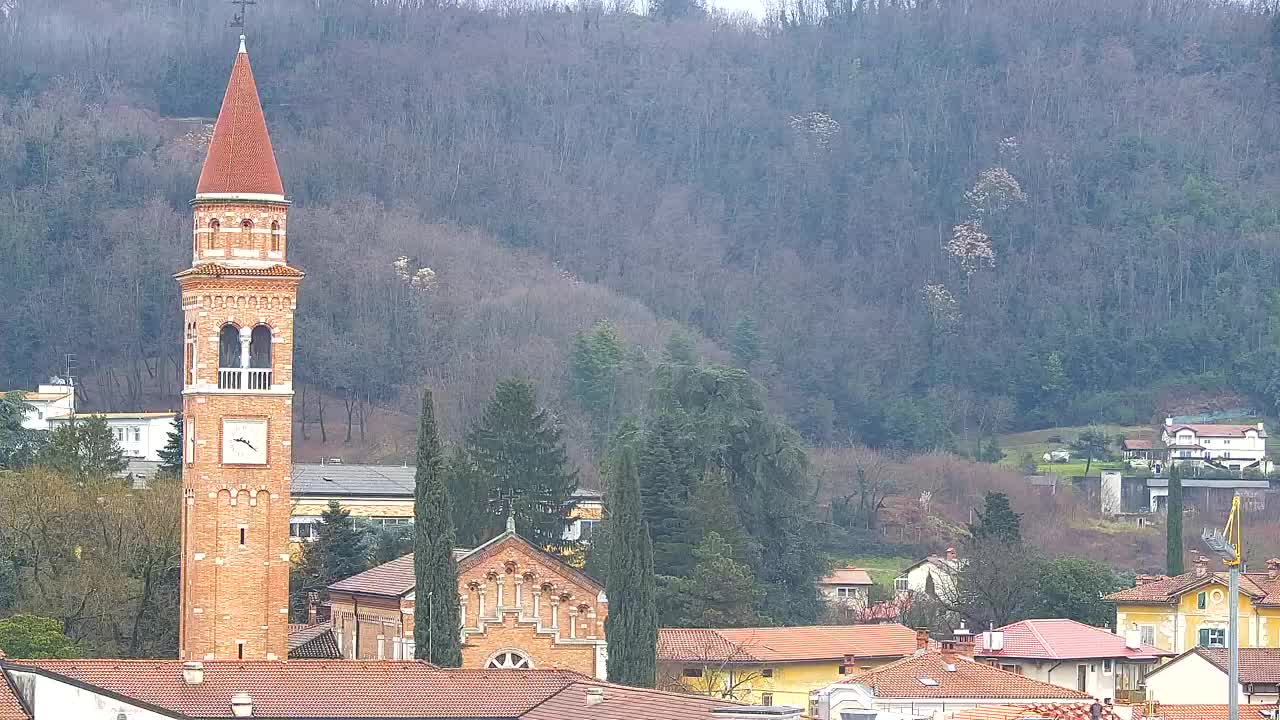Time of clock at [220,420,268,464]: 9:21
